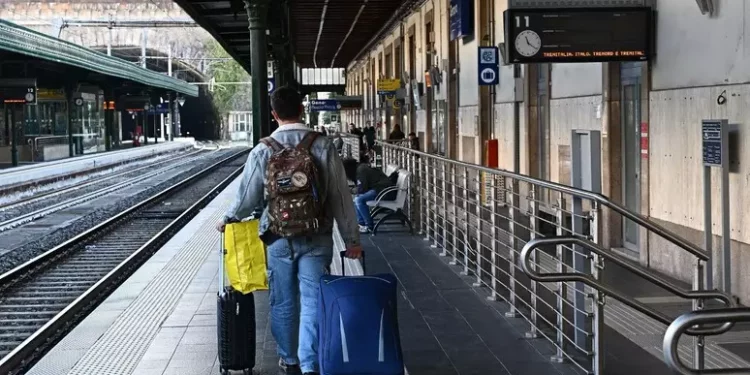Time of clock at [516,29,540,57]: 11:21
